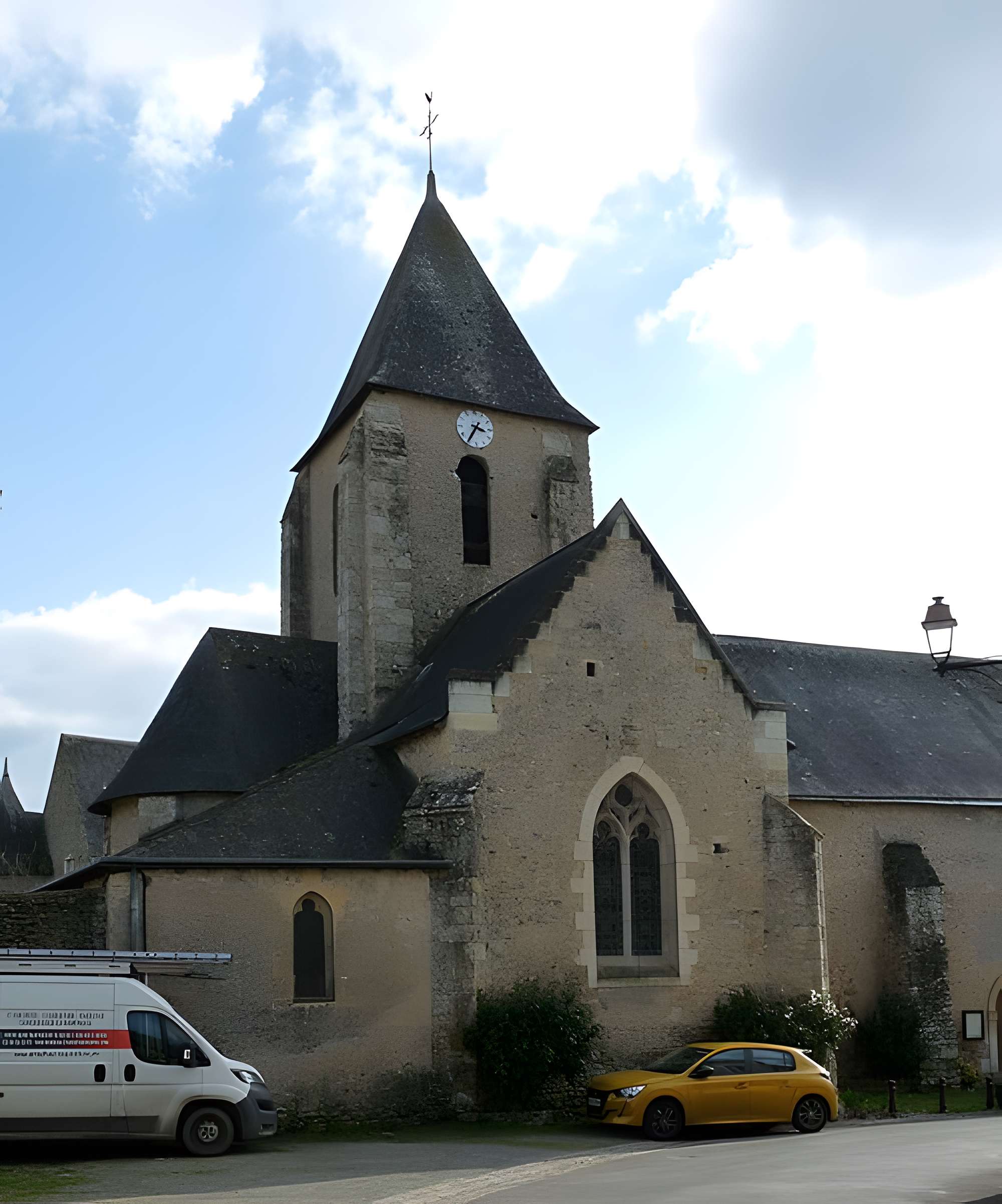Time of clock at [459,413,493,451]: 3:35
